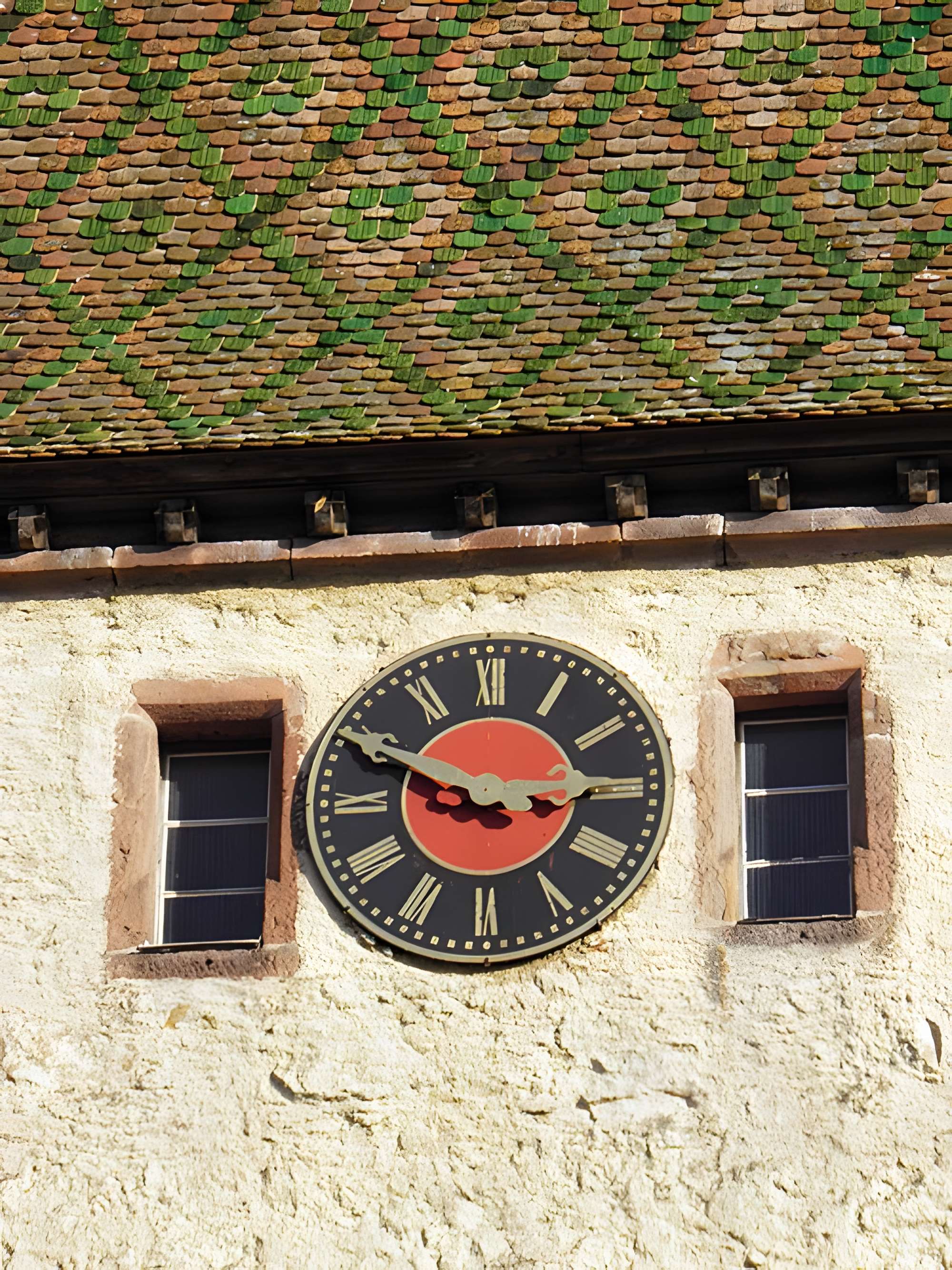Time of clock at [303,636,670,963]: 2:49
